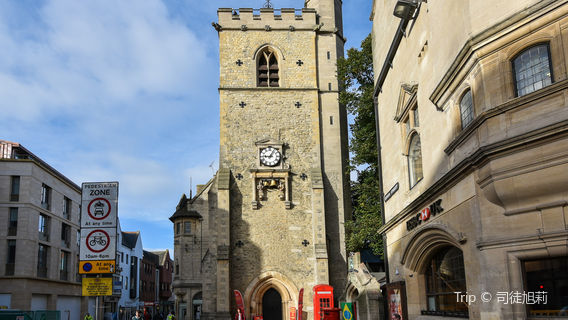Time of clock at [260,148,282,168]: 9:05
